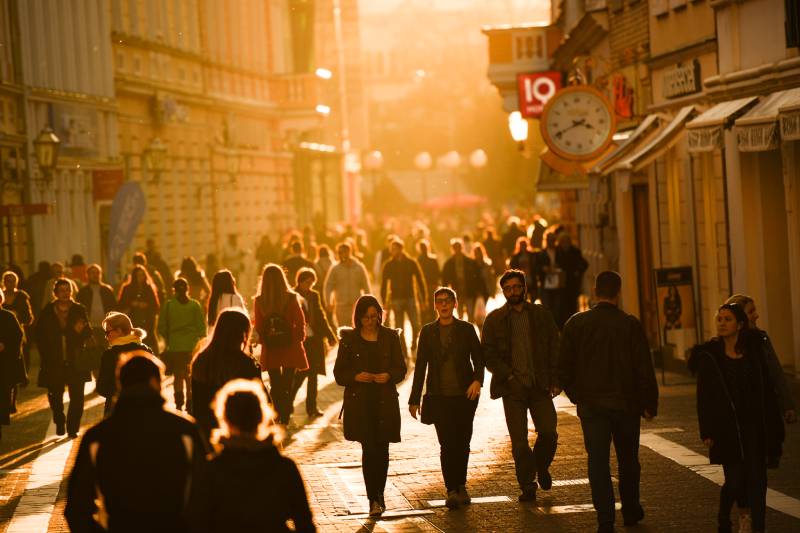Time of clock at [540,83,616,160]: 3:40
